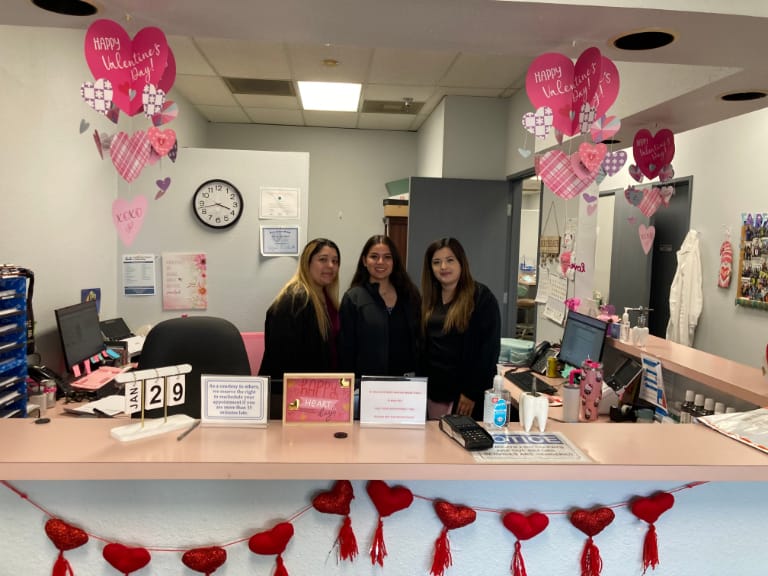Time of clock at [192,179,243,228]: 3:42
